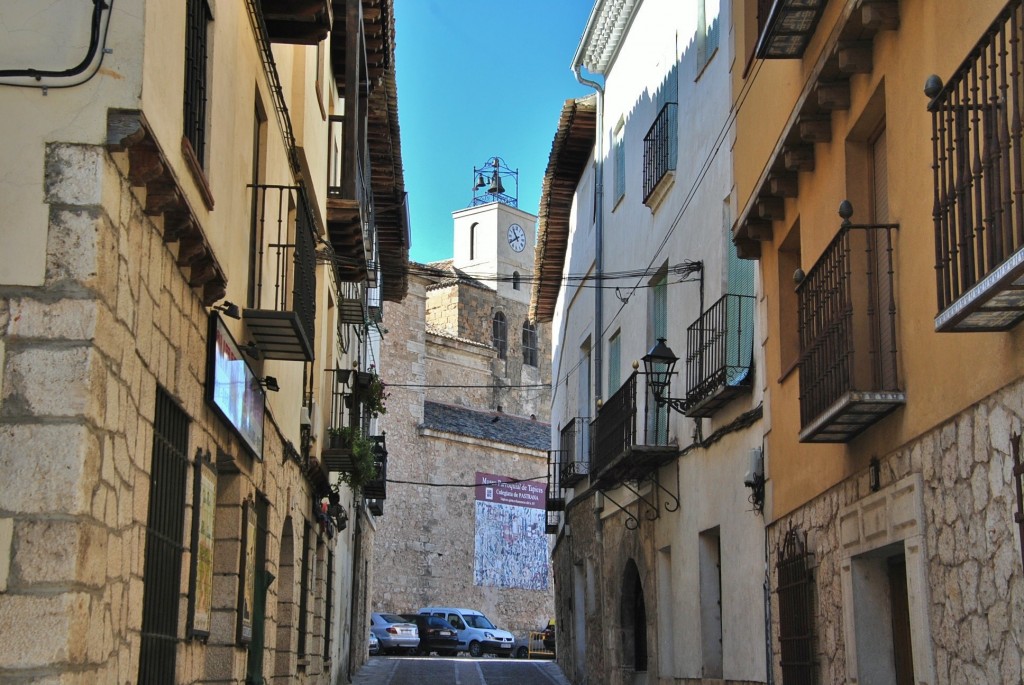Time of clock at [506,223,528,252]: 10:39
